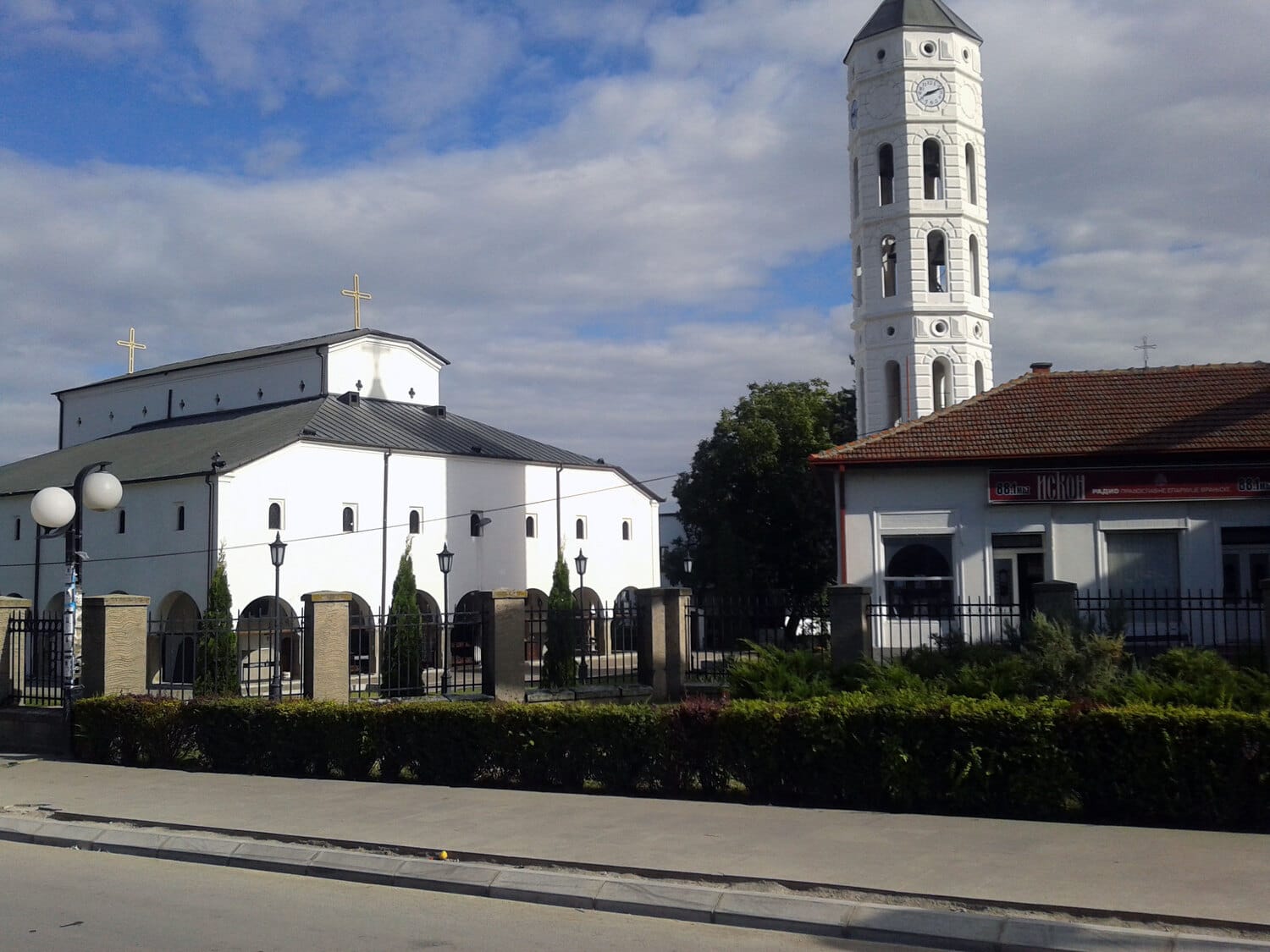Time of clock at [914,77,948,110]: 8:11
